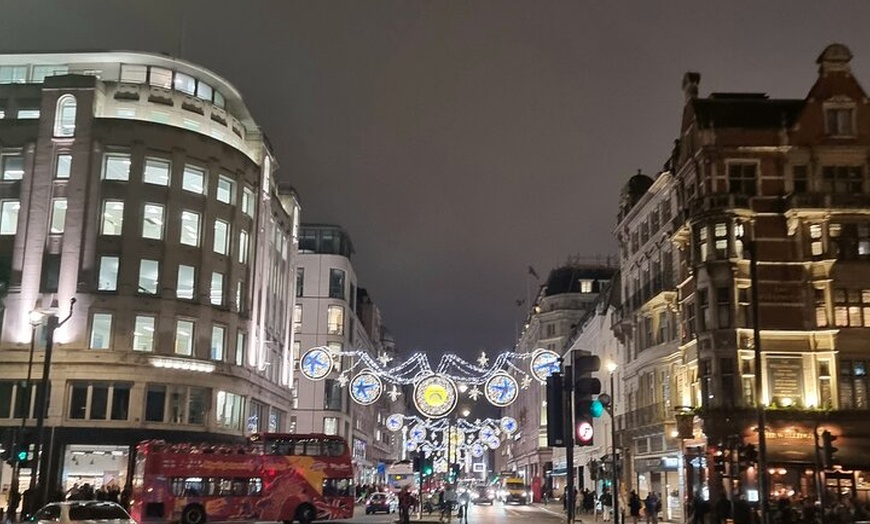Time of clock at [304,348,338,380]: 6:18
